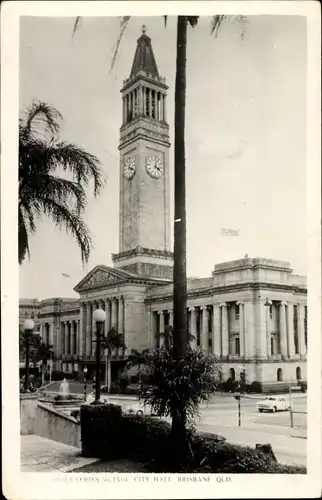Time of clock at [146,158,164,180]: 4:02
